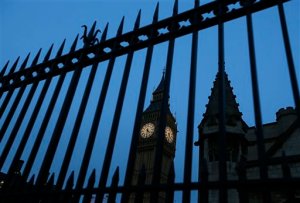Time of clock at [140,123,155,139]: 4:31
